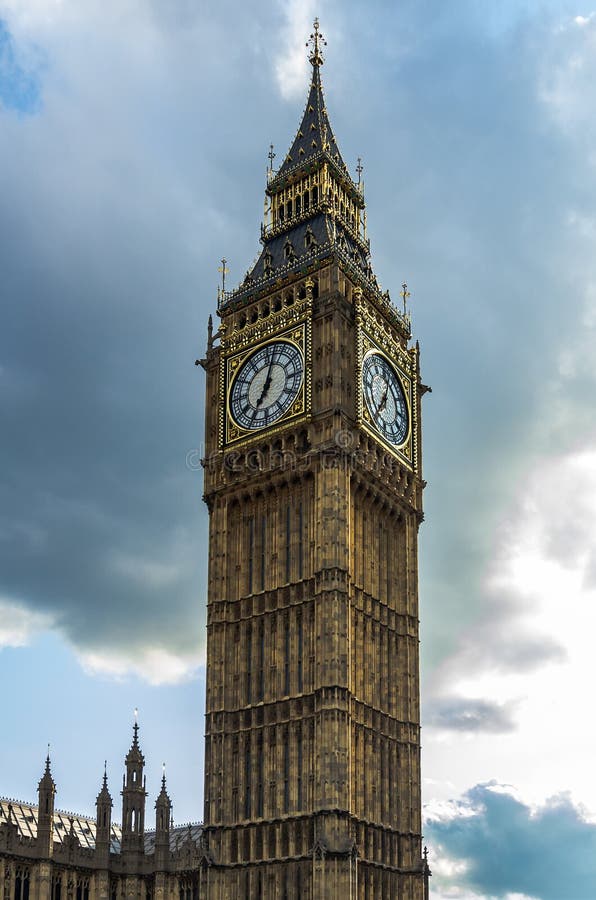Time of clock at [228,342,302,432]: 7:03
